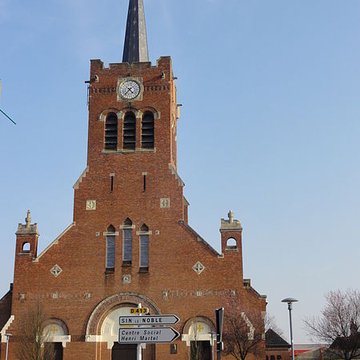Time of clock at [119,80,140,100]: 4:36
